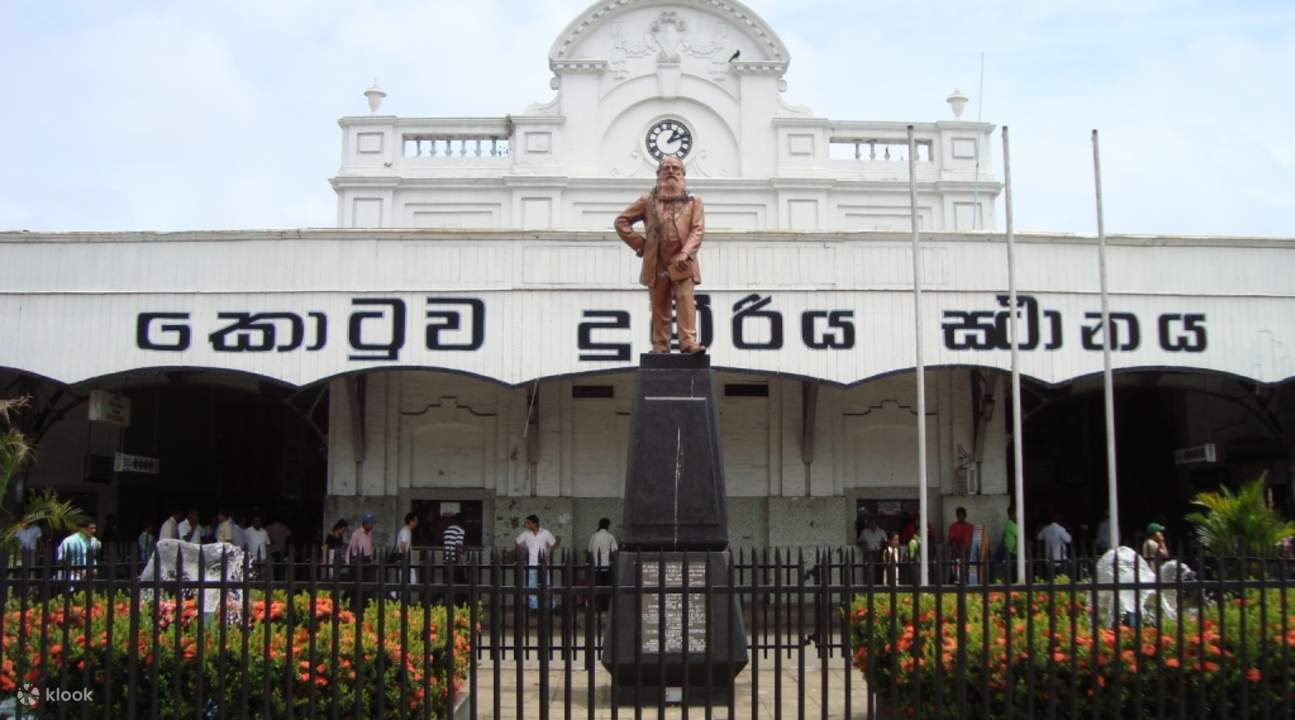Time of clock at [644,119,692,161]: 1:11
